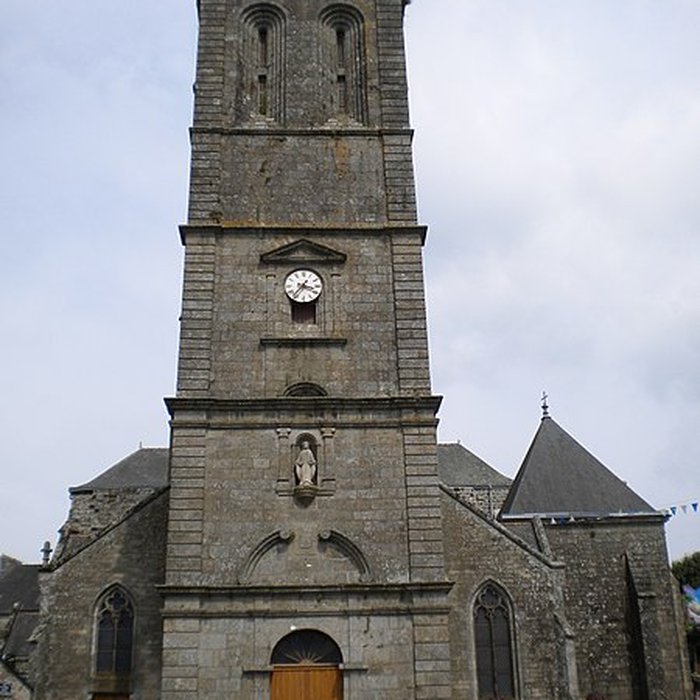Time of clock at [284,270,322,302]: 3:36
